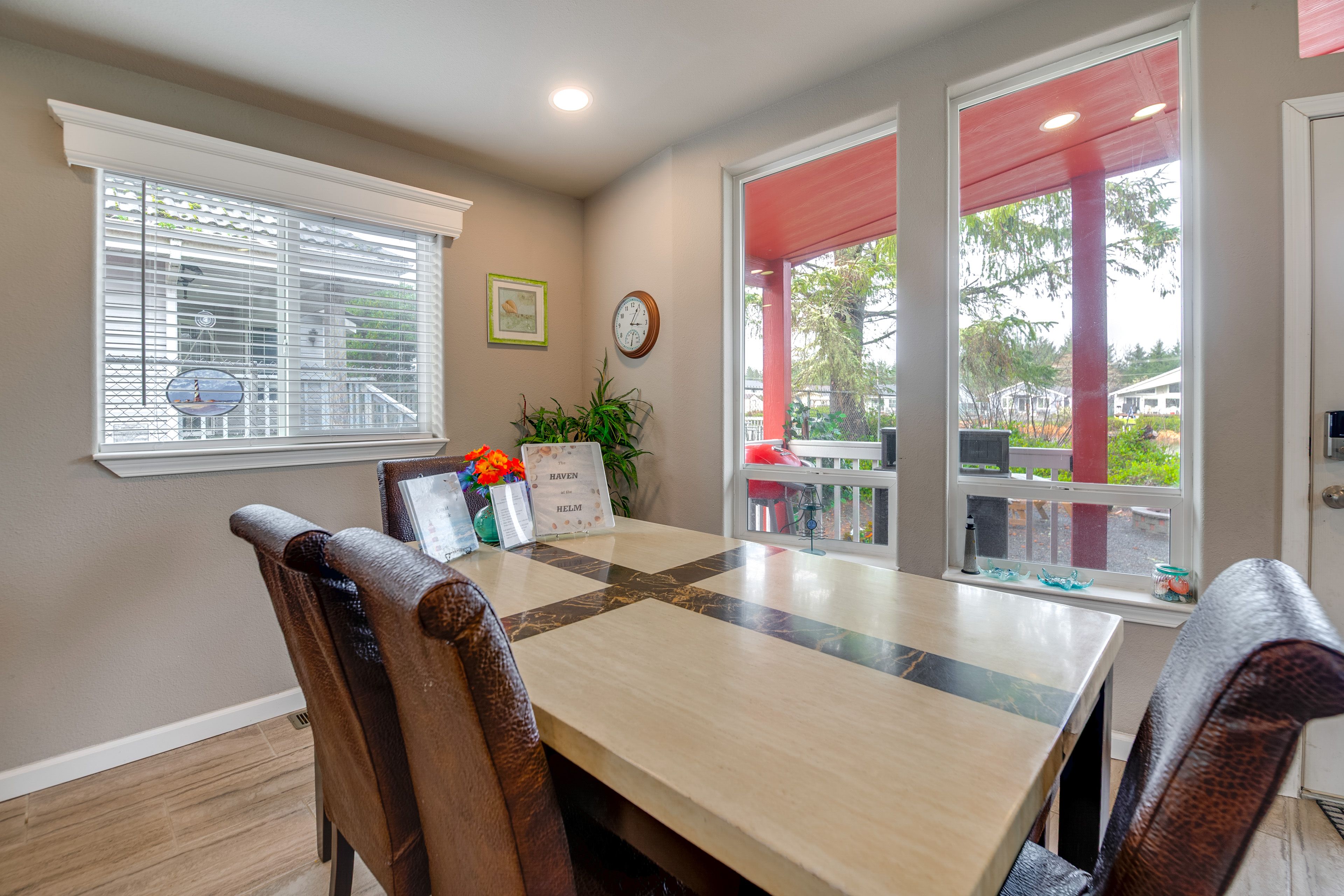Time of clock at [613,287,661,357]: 3:04
